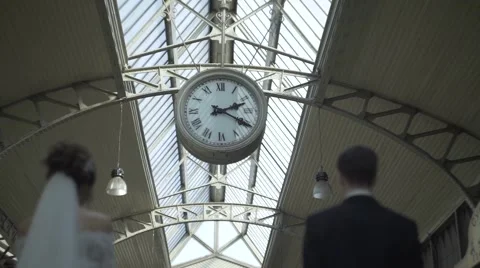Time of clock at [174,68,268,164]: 2:20
